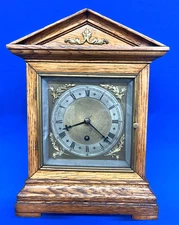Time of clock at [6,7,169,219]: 8:21
